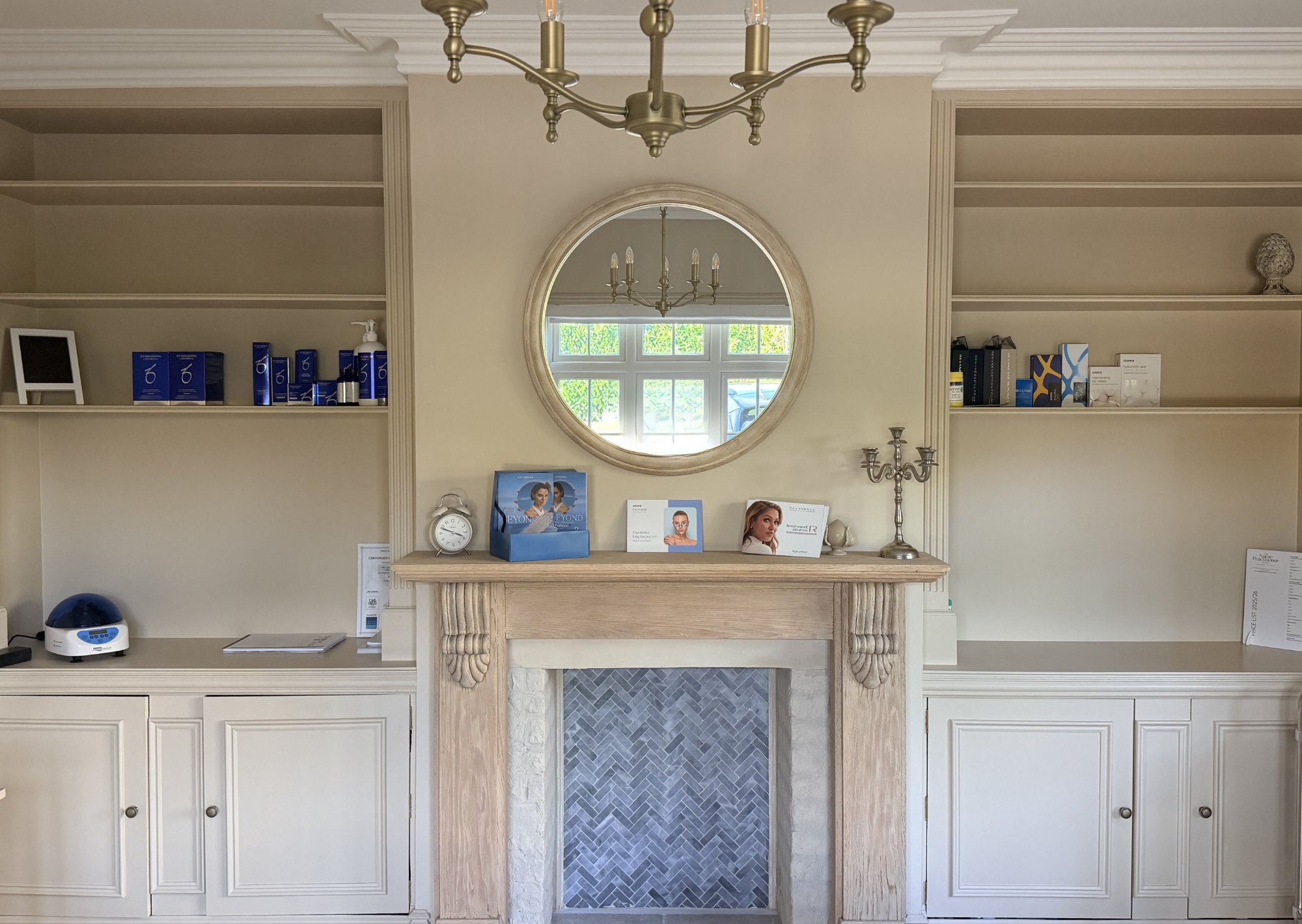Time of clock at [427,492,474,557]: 3:48
